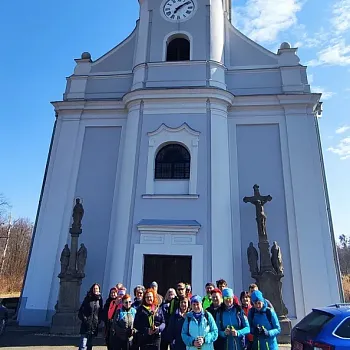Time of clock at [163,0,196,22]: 7:08
